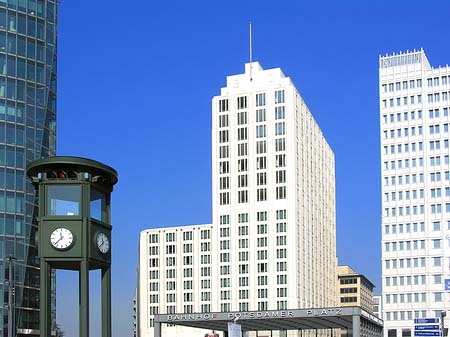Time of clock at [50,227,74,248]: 11:37
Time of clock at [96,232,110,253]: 11:38
